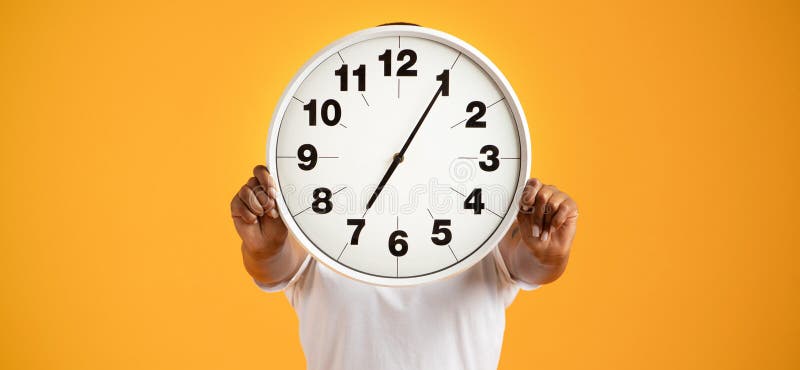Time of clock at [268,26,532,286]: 7:05
